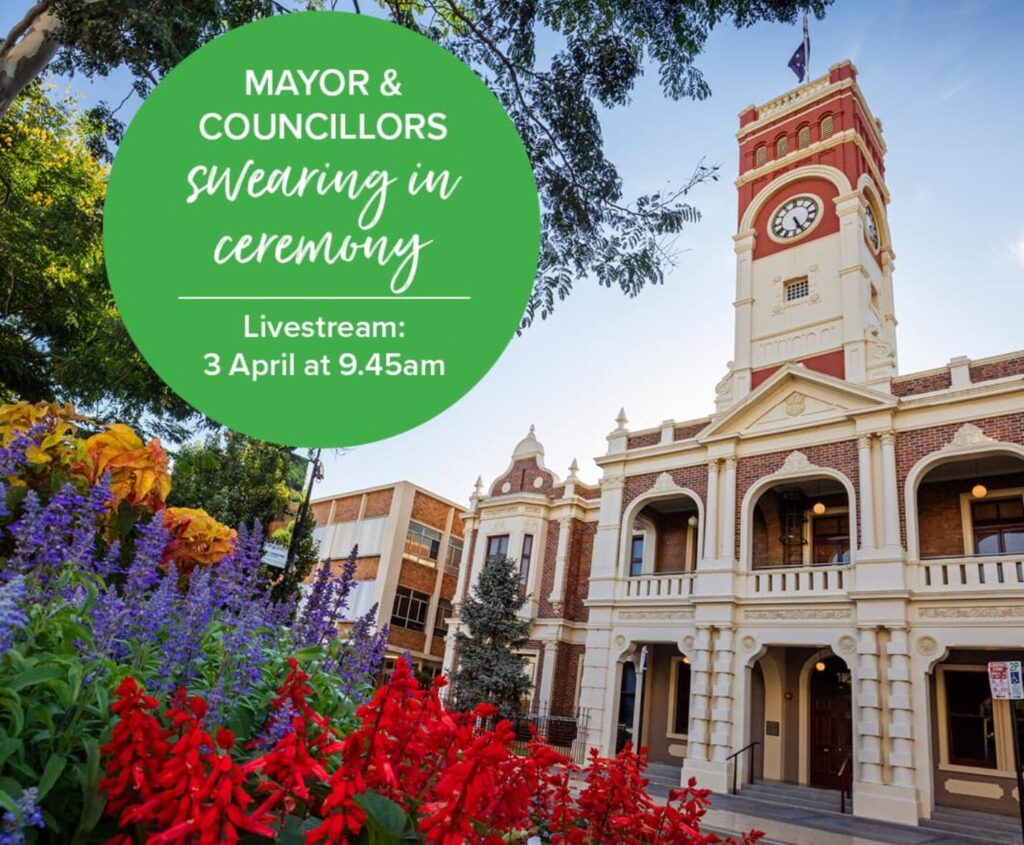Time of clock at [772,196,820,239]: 5:26
